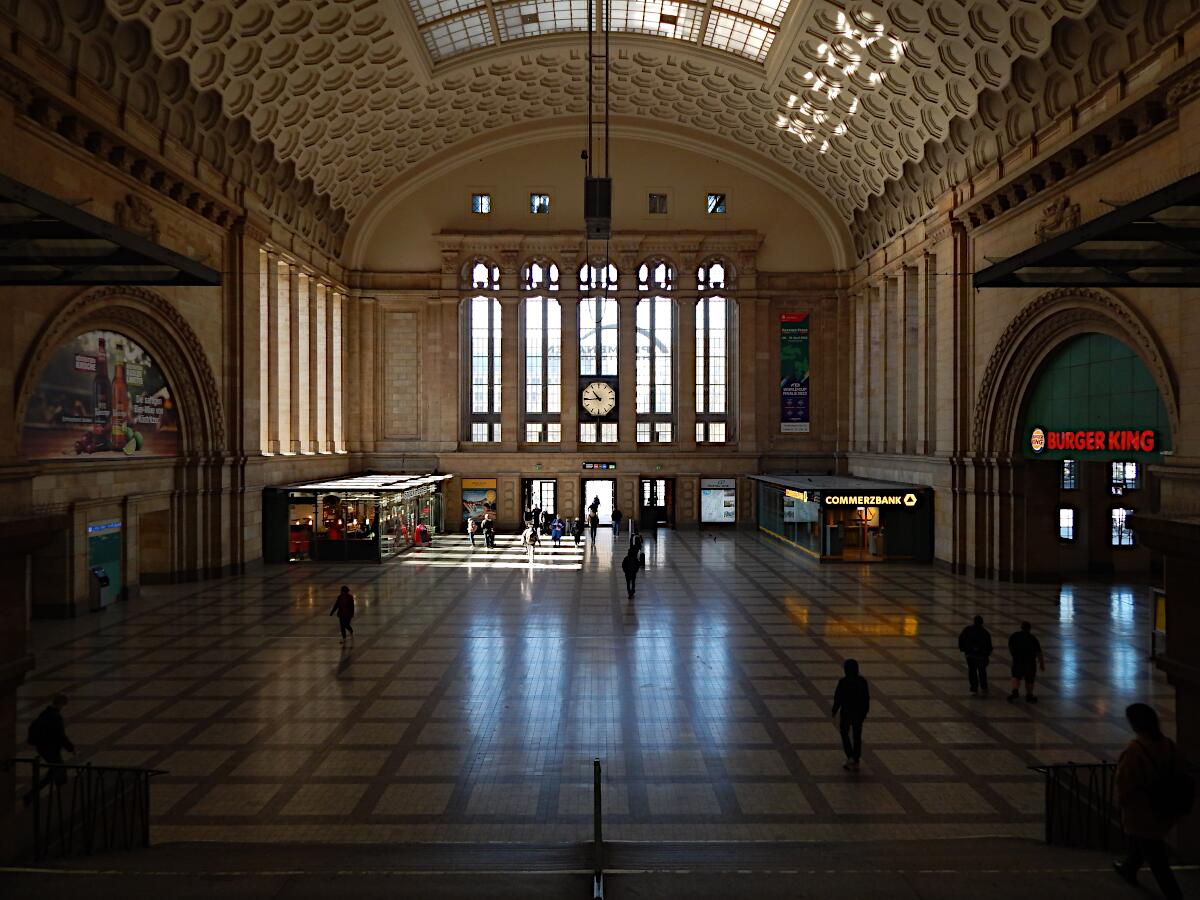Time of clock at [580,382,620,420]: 10:44
